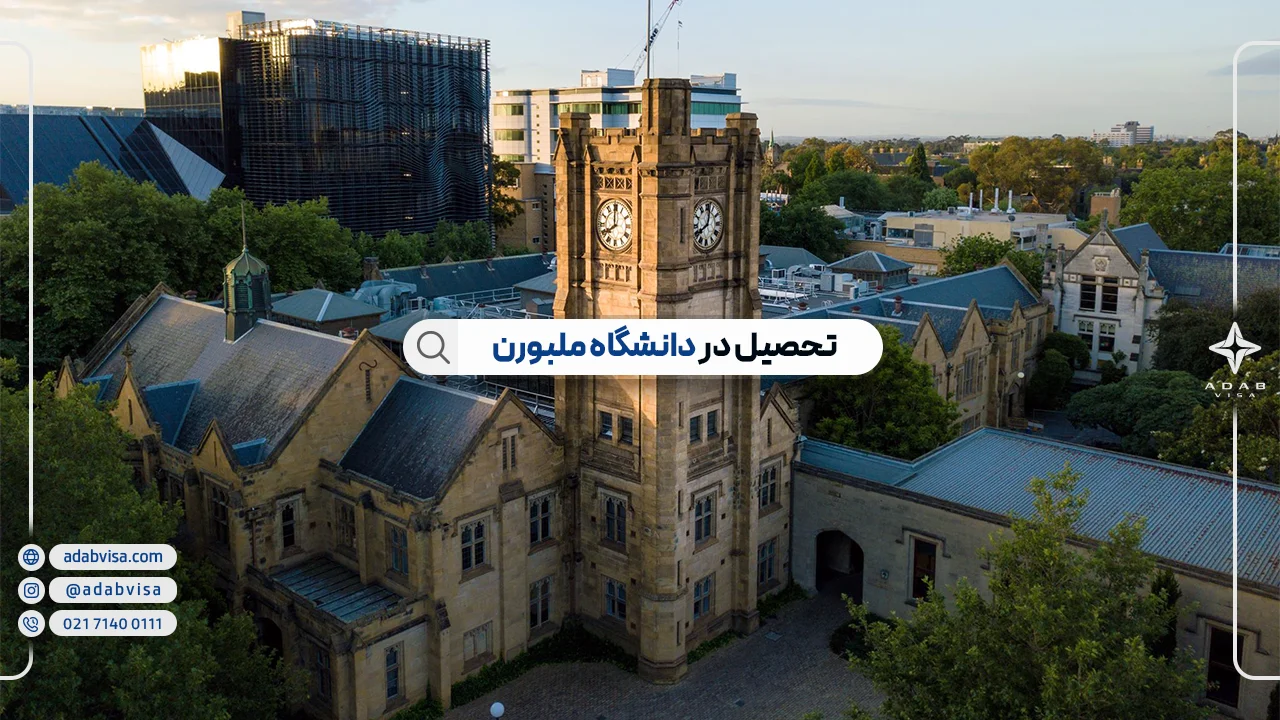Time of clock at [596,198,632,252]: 7:59
